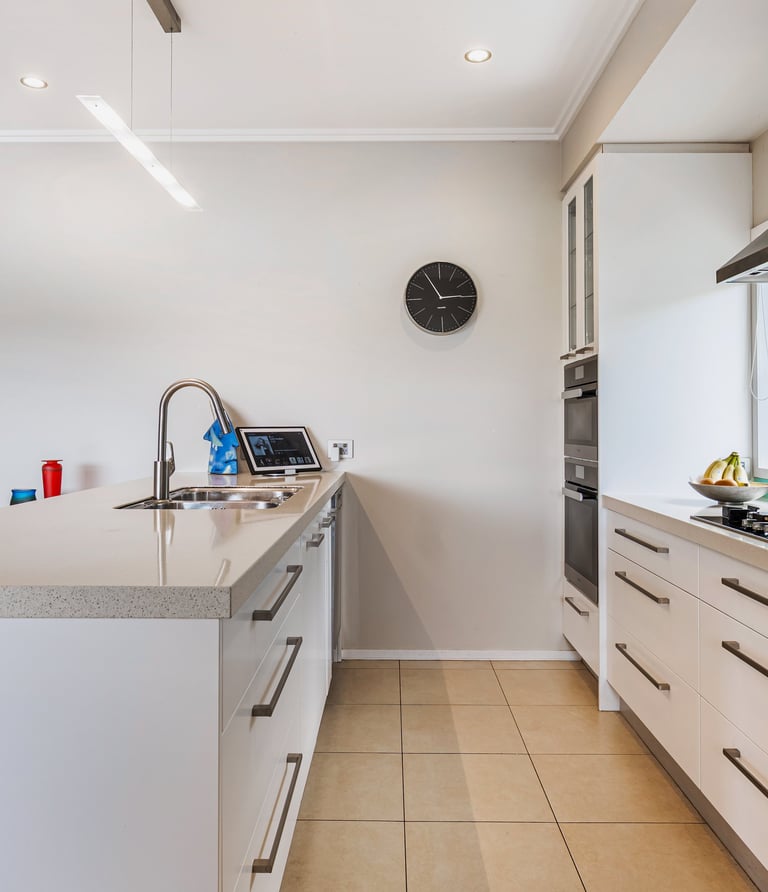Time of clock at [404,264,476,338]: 2:55
